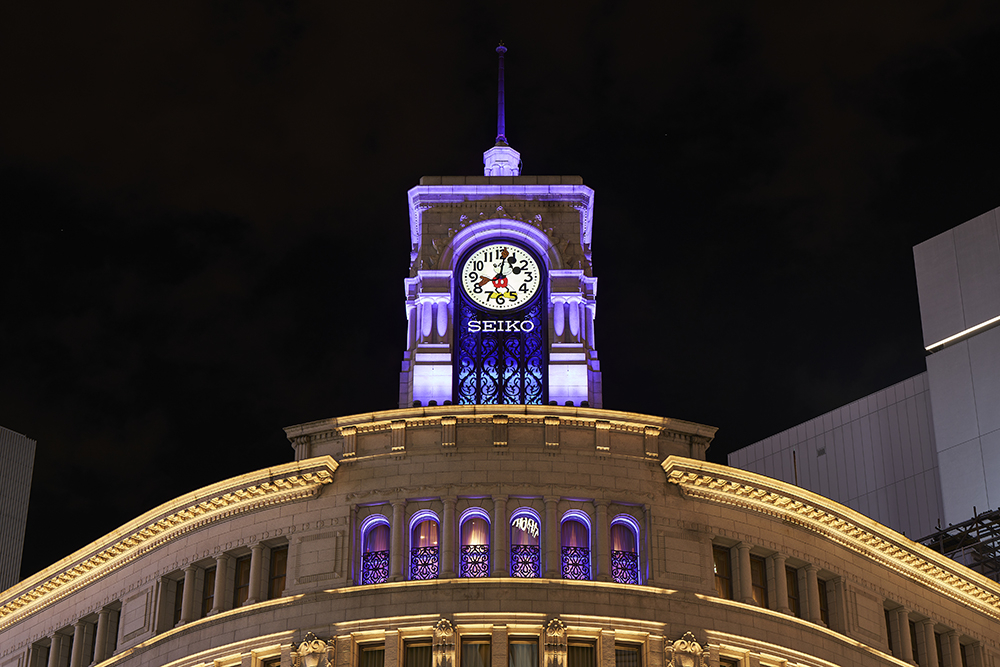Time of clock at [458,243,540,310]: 8:01
